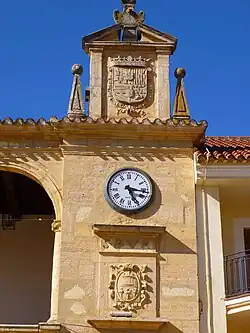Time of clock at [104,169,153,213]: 5:16
